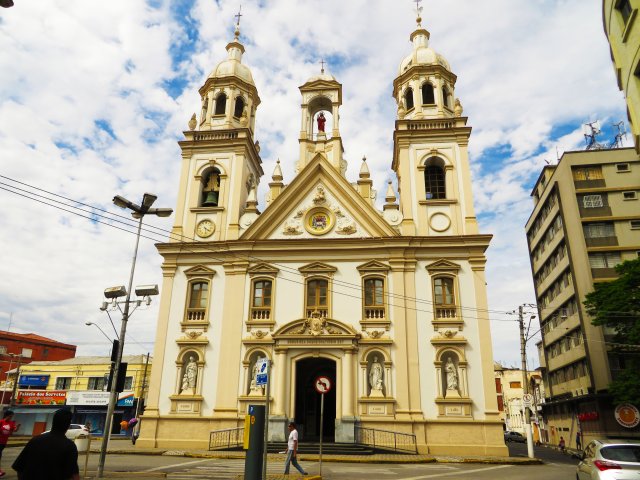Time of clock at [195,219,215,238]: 4:28
